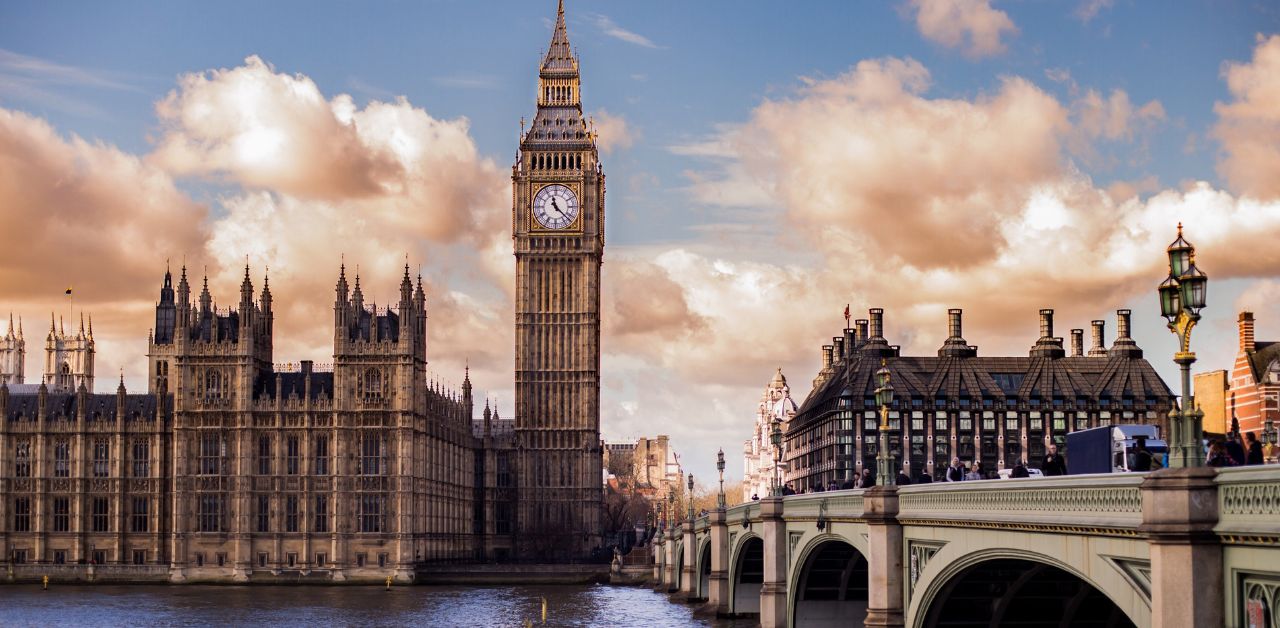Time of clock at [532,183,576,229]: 11:22
